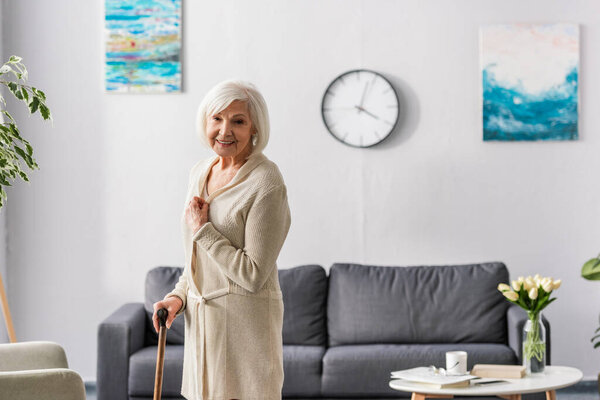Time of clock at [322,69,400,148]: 4:03
